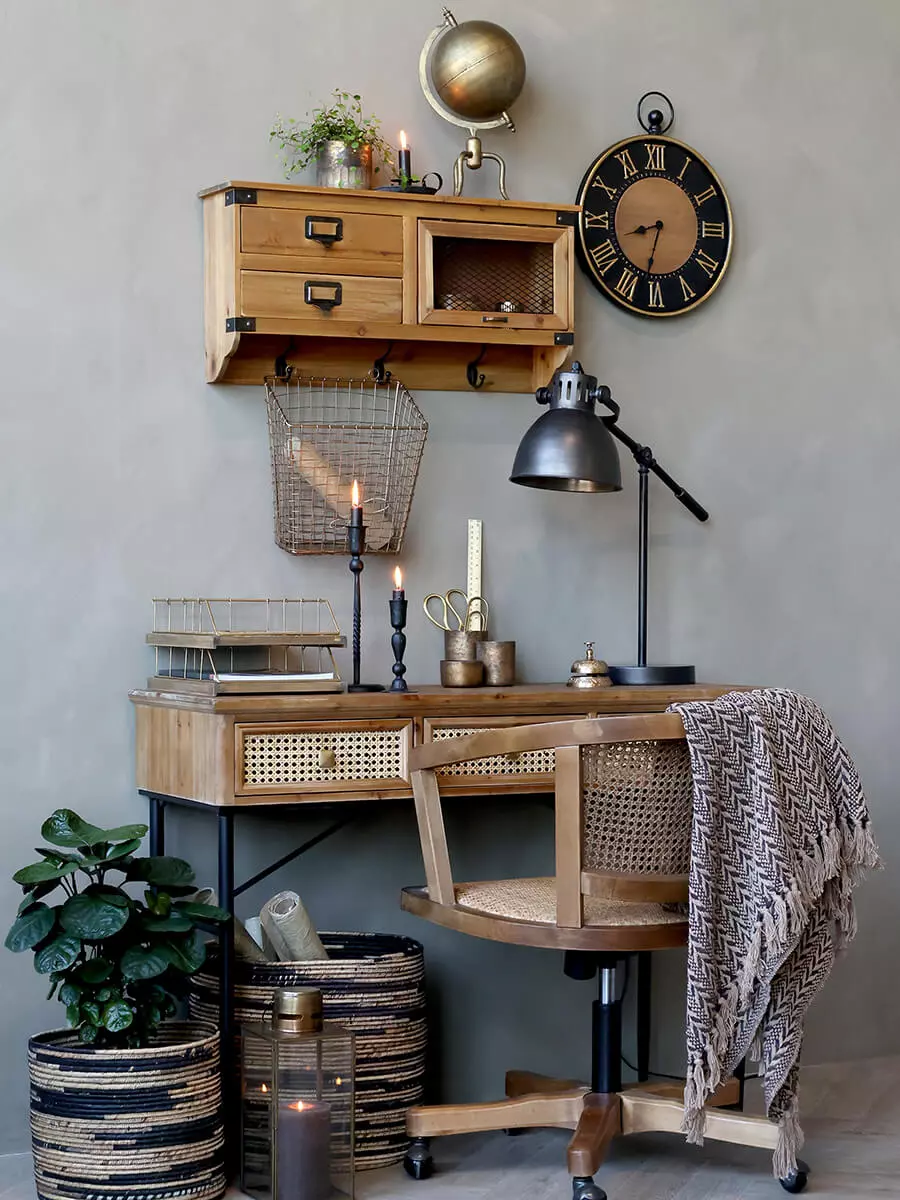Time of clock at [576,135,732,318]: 8:32
